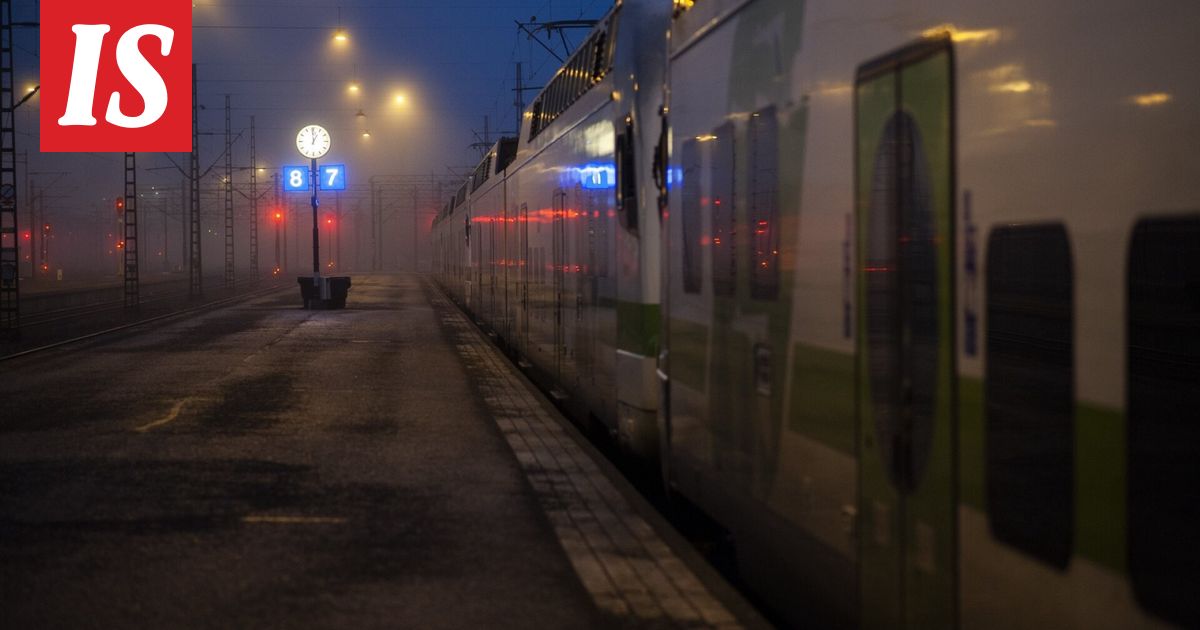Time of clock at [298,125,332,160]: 12:59
